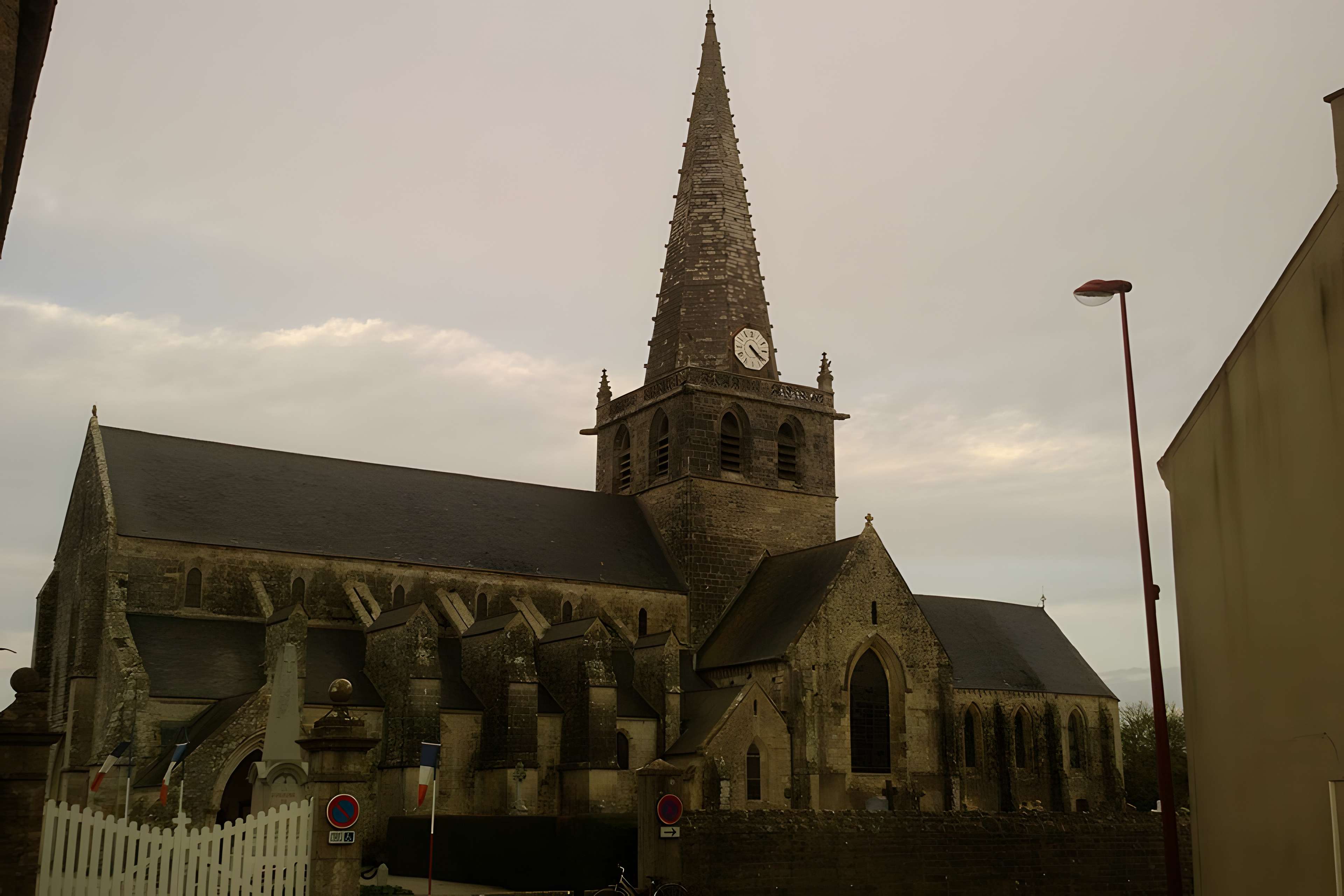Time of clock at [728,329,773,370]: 4:20
